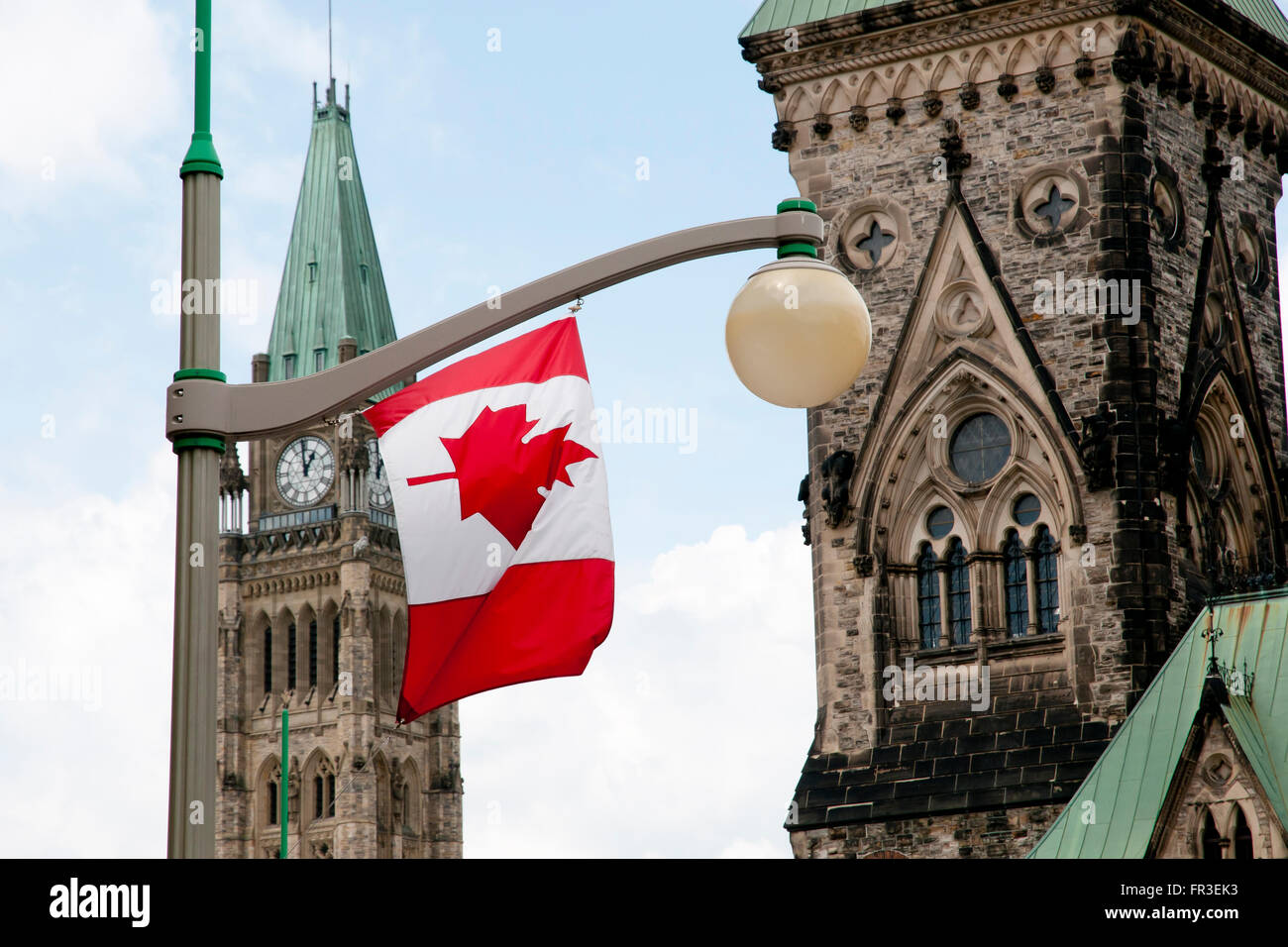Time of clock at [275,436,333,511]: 12:59
